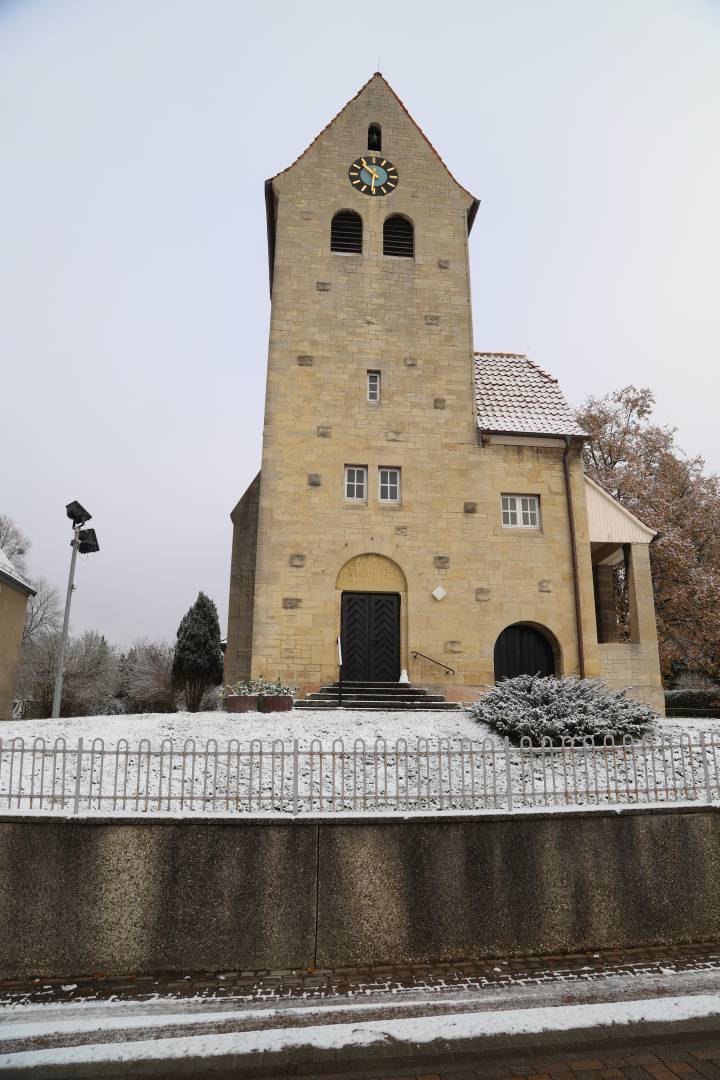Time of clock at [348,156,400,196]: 10:30
